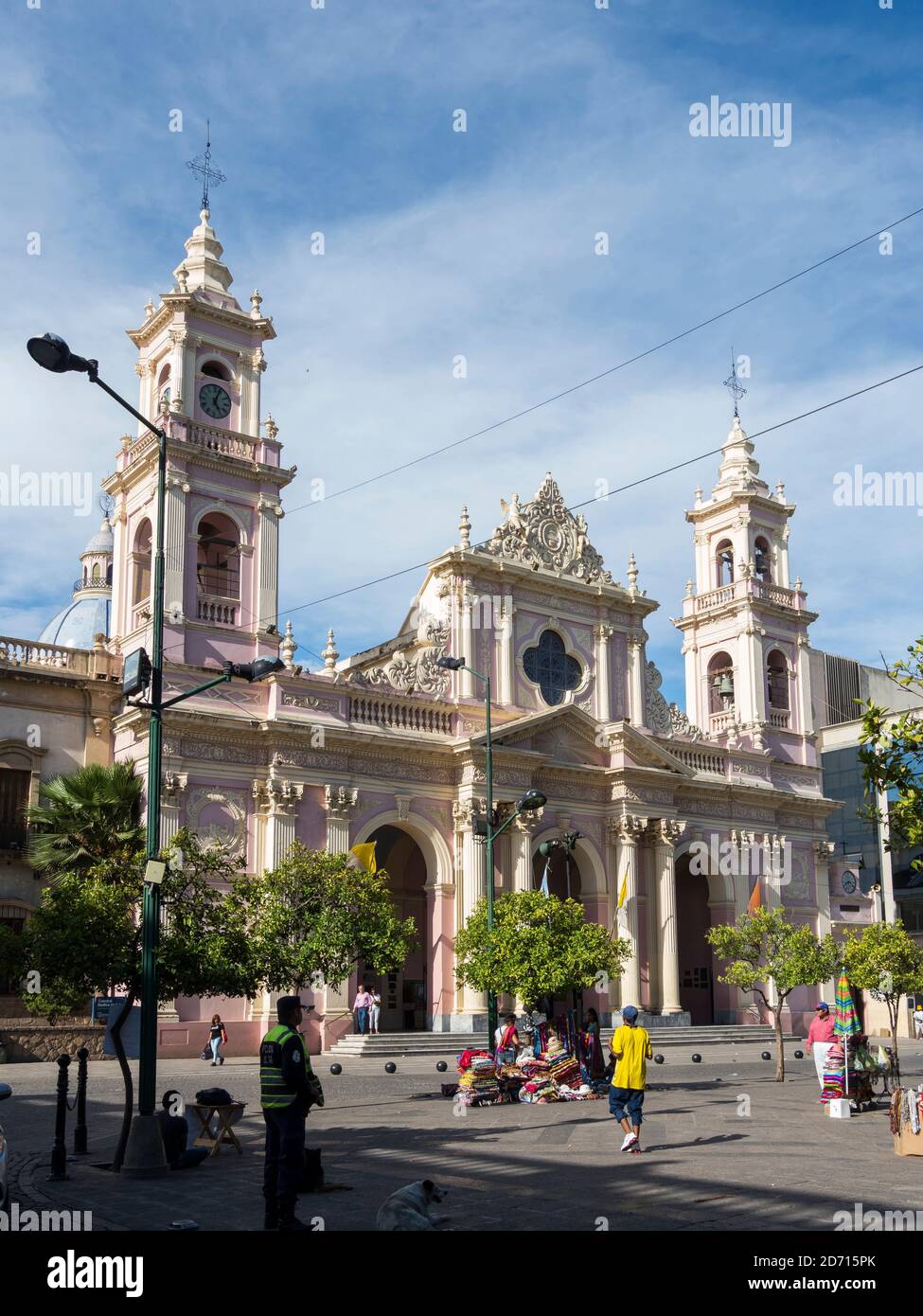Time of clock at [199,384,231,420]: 5:03
